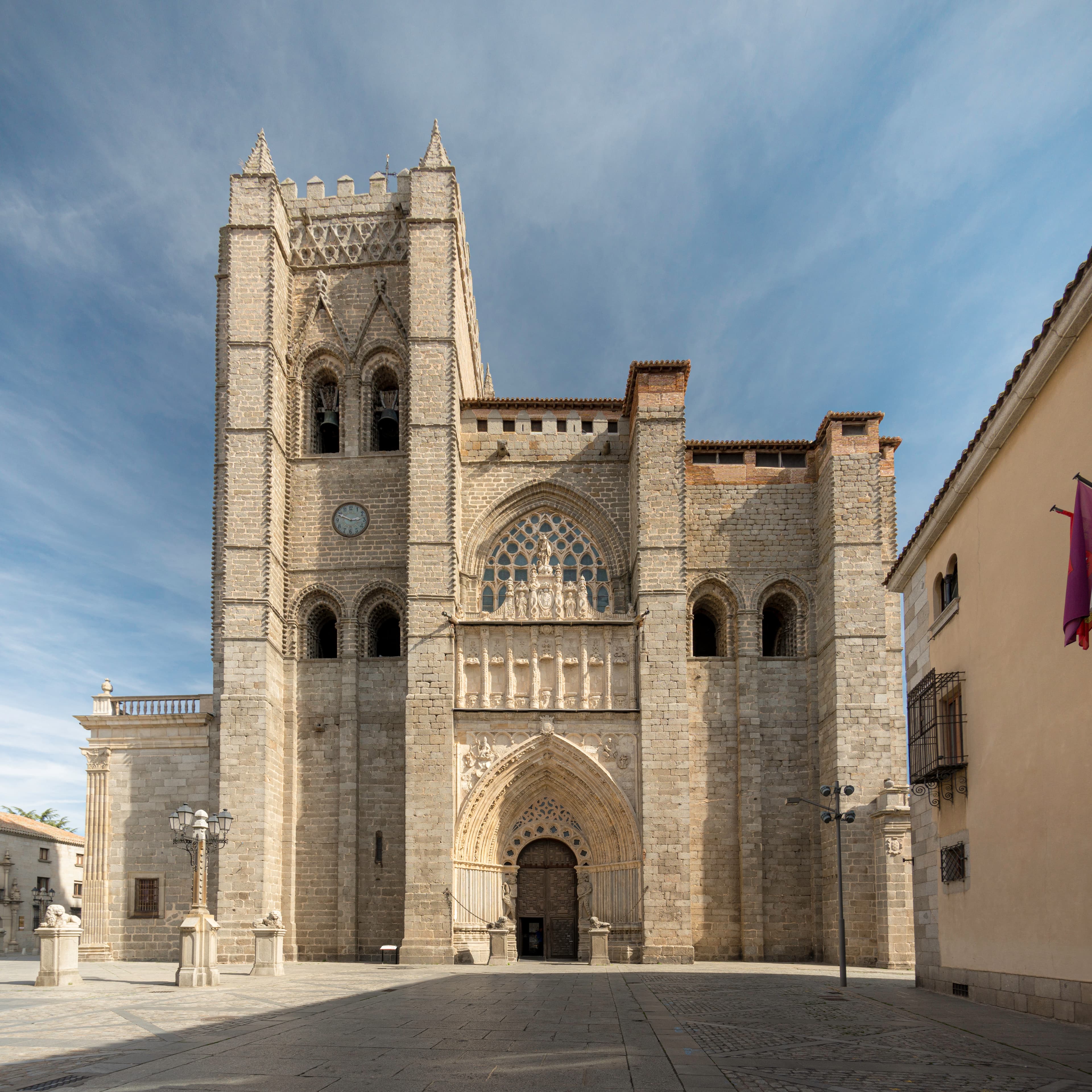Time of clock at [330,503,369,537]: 2:49
